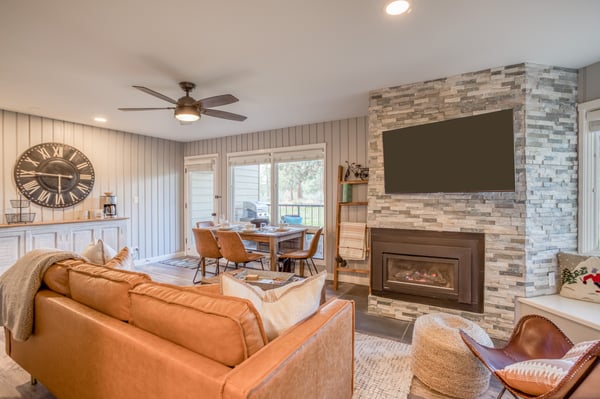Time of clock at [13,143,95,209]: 5:45
